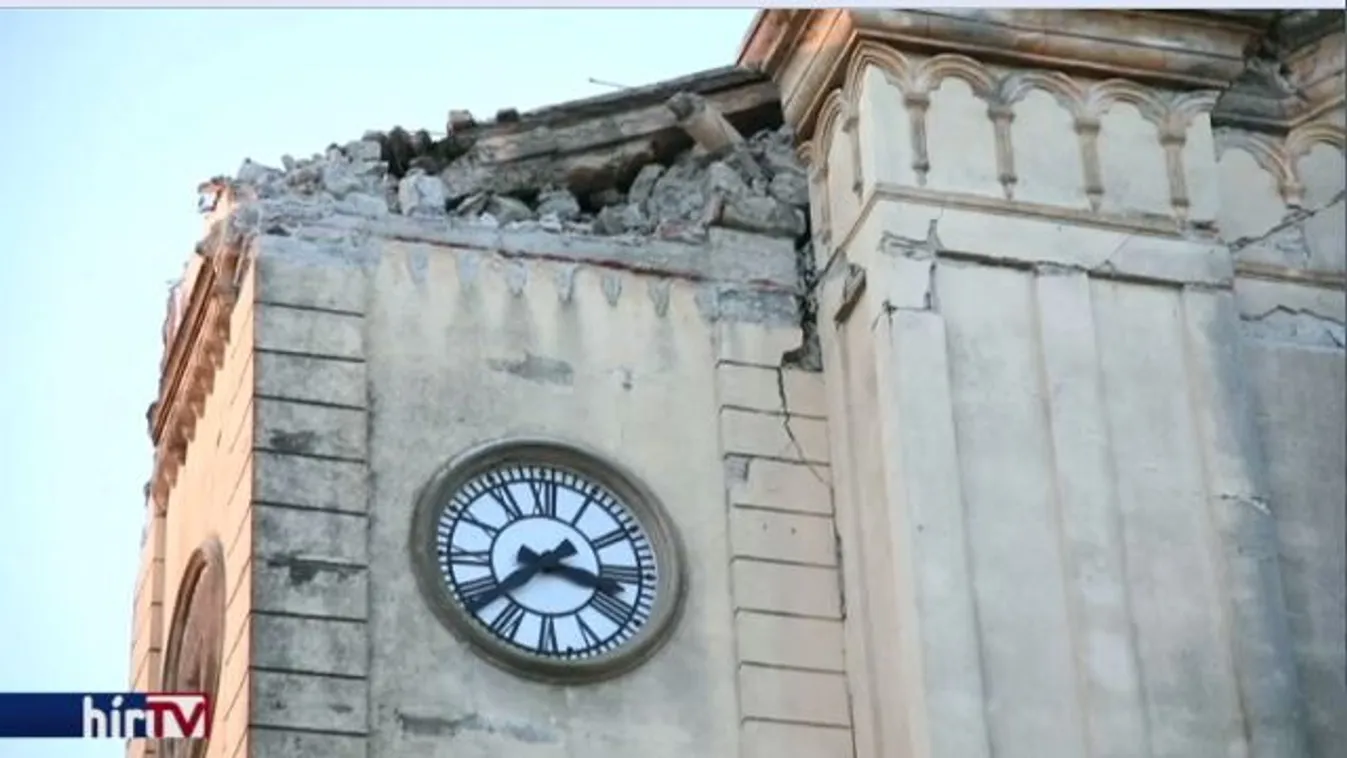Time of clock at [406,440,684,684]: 3:38
